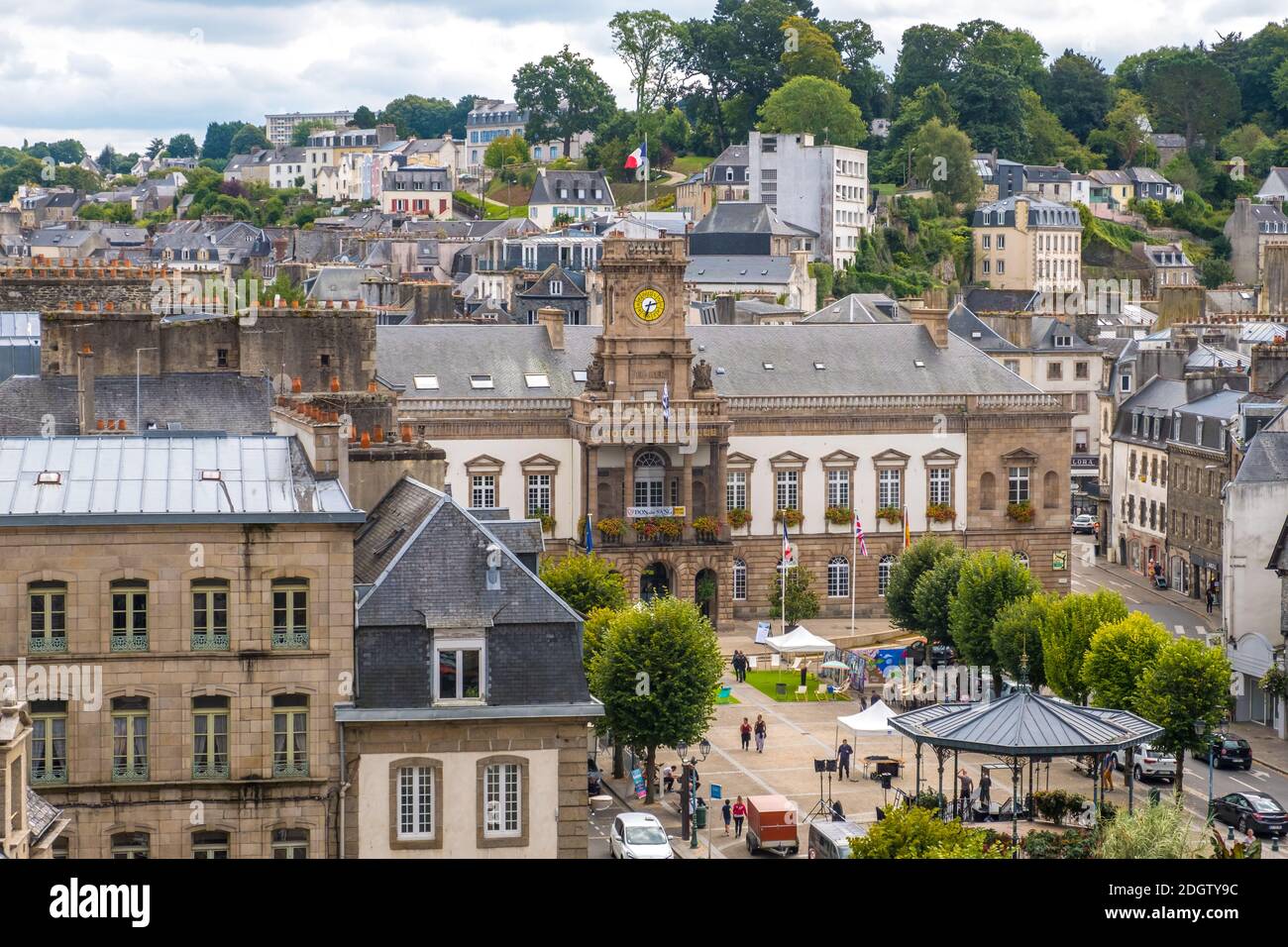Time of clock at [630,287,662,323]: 2:33
